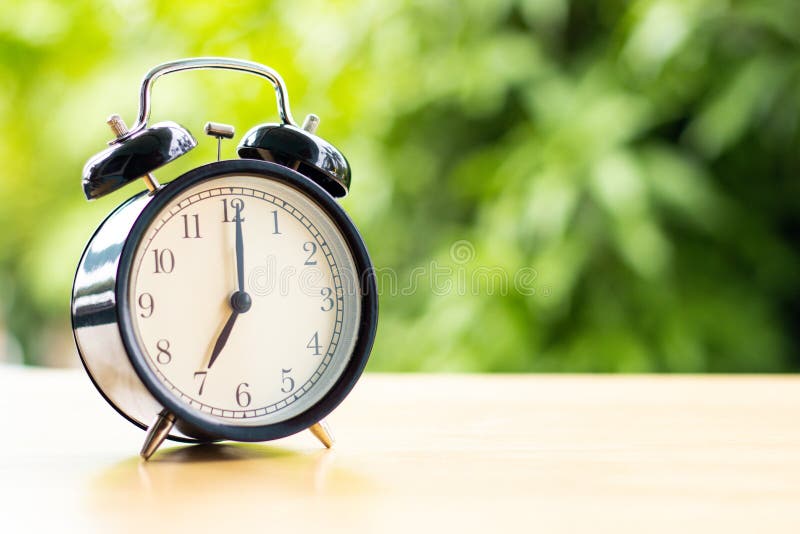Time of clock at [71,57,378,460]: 7:00
